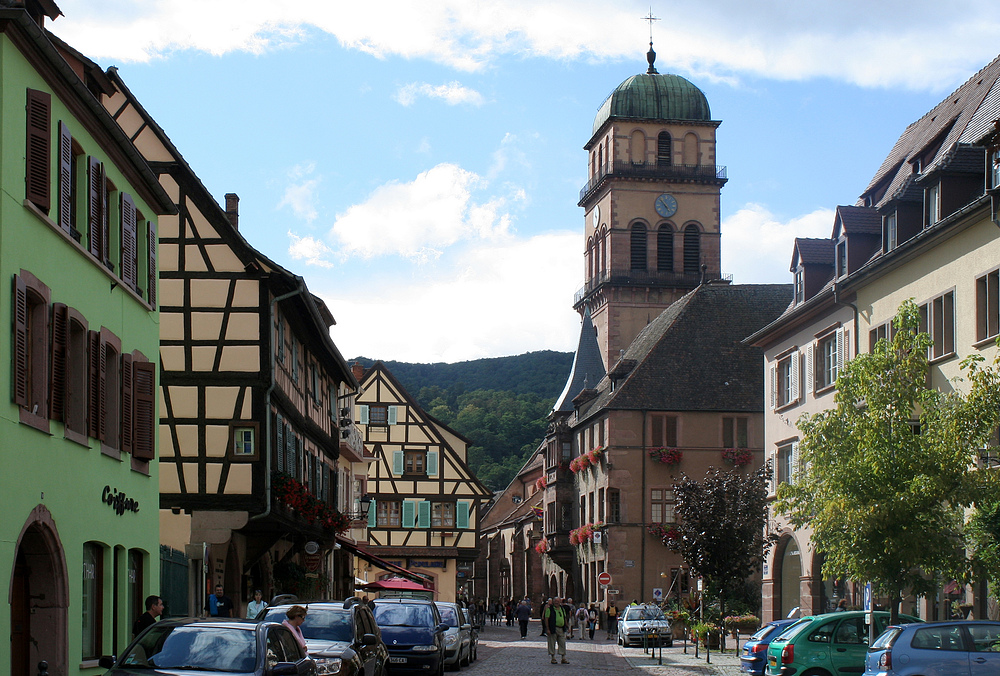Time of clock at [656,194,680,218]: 4:52
